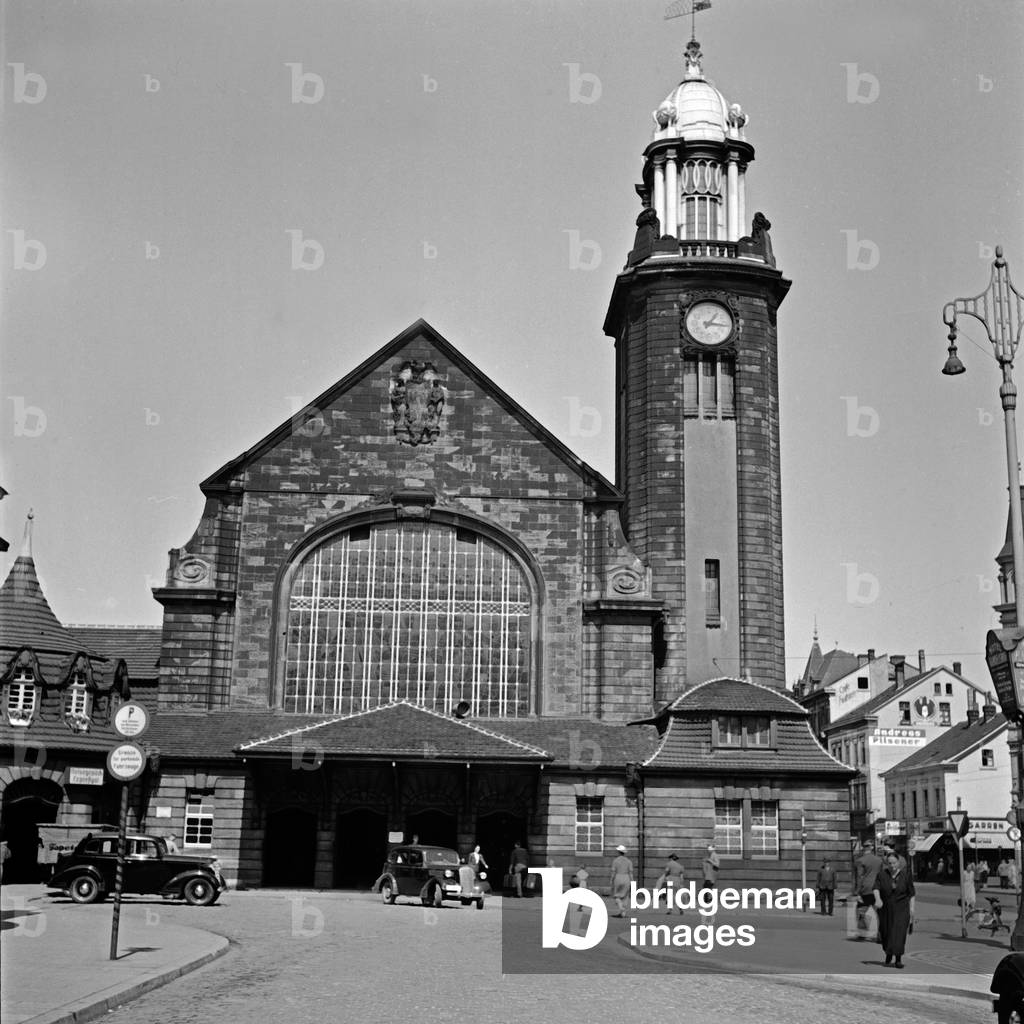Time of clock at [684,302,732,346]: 1:16
